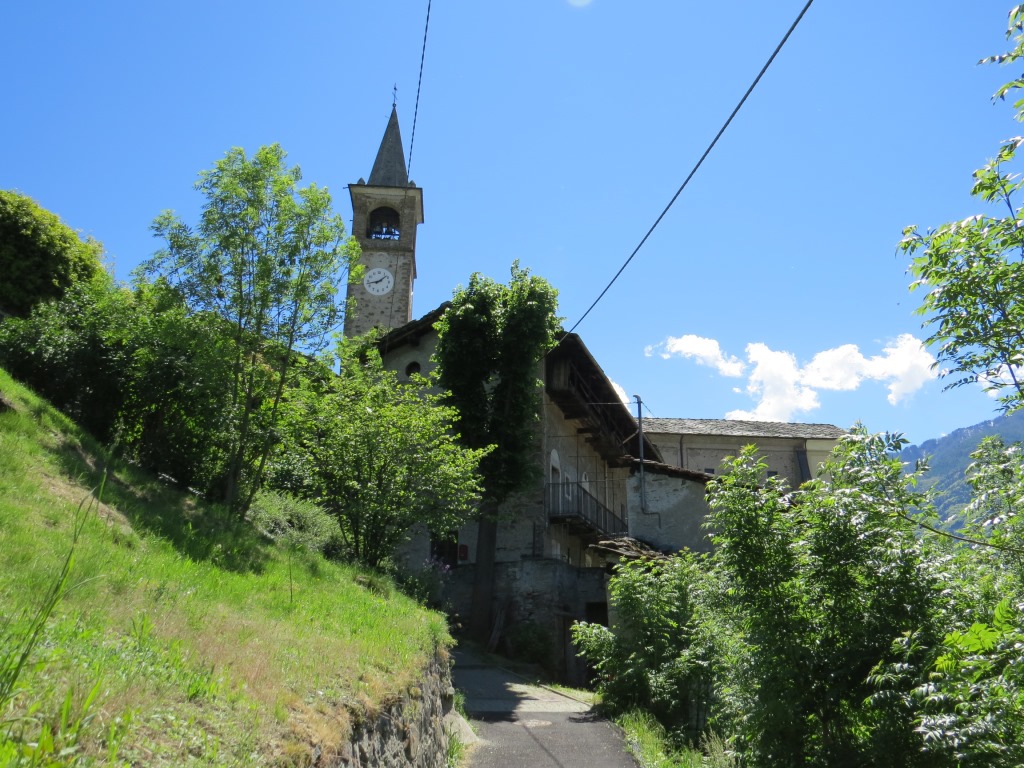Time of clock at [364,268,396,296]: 1:42
